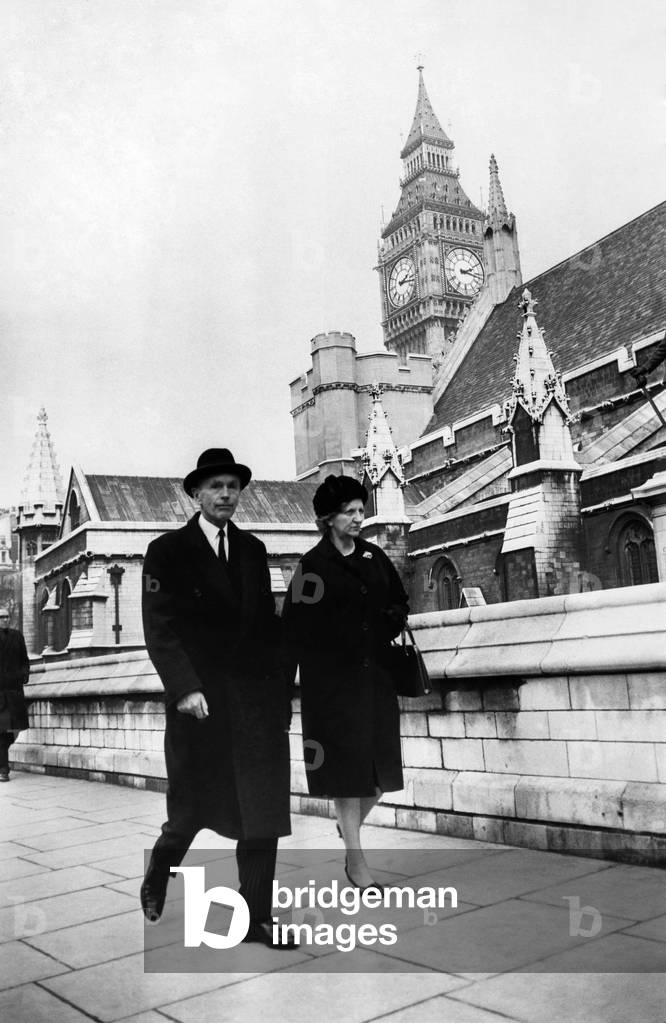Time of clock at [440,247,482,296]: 2:16
